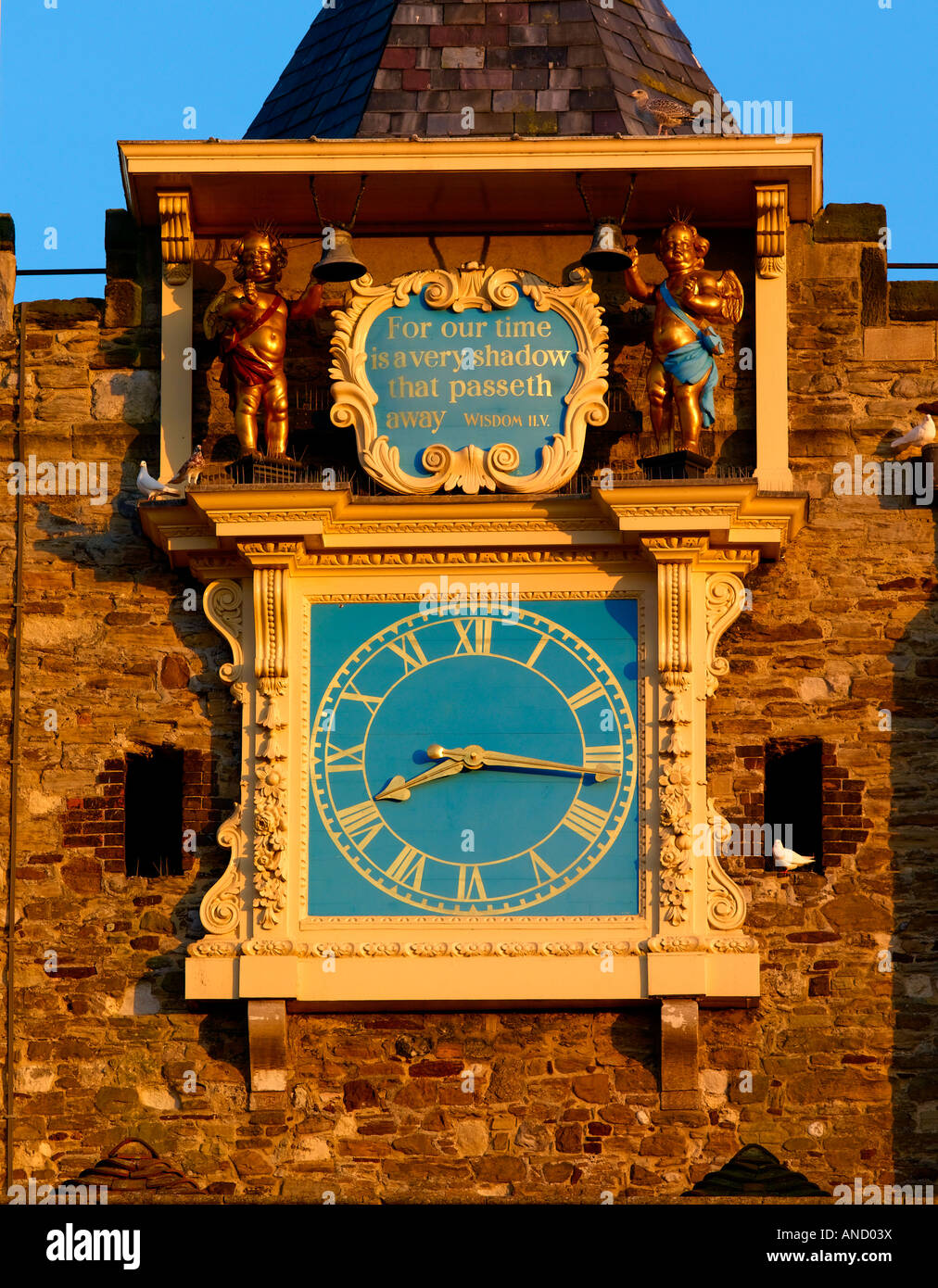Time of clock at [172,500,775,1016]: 8:16
